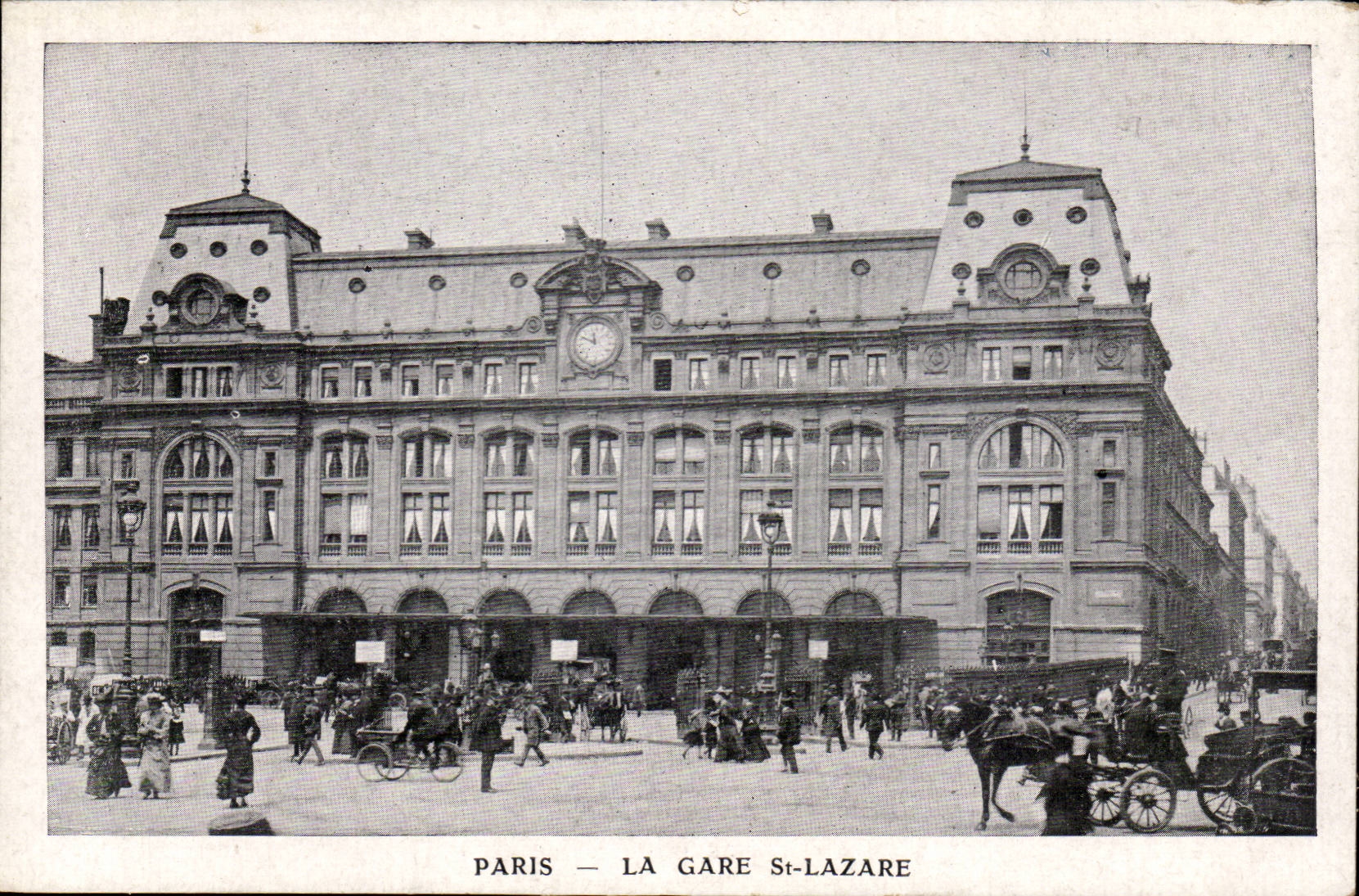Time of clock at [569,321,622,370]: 11:49
